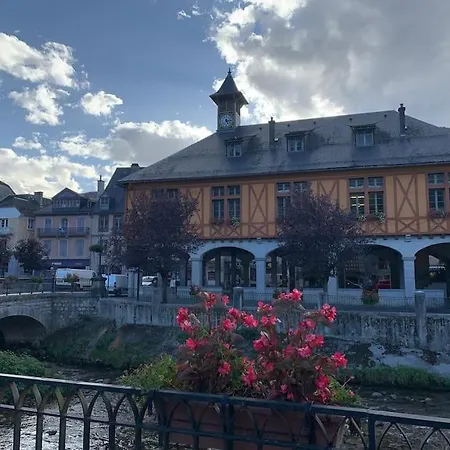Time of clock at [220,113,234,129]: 5:15
